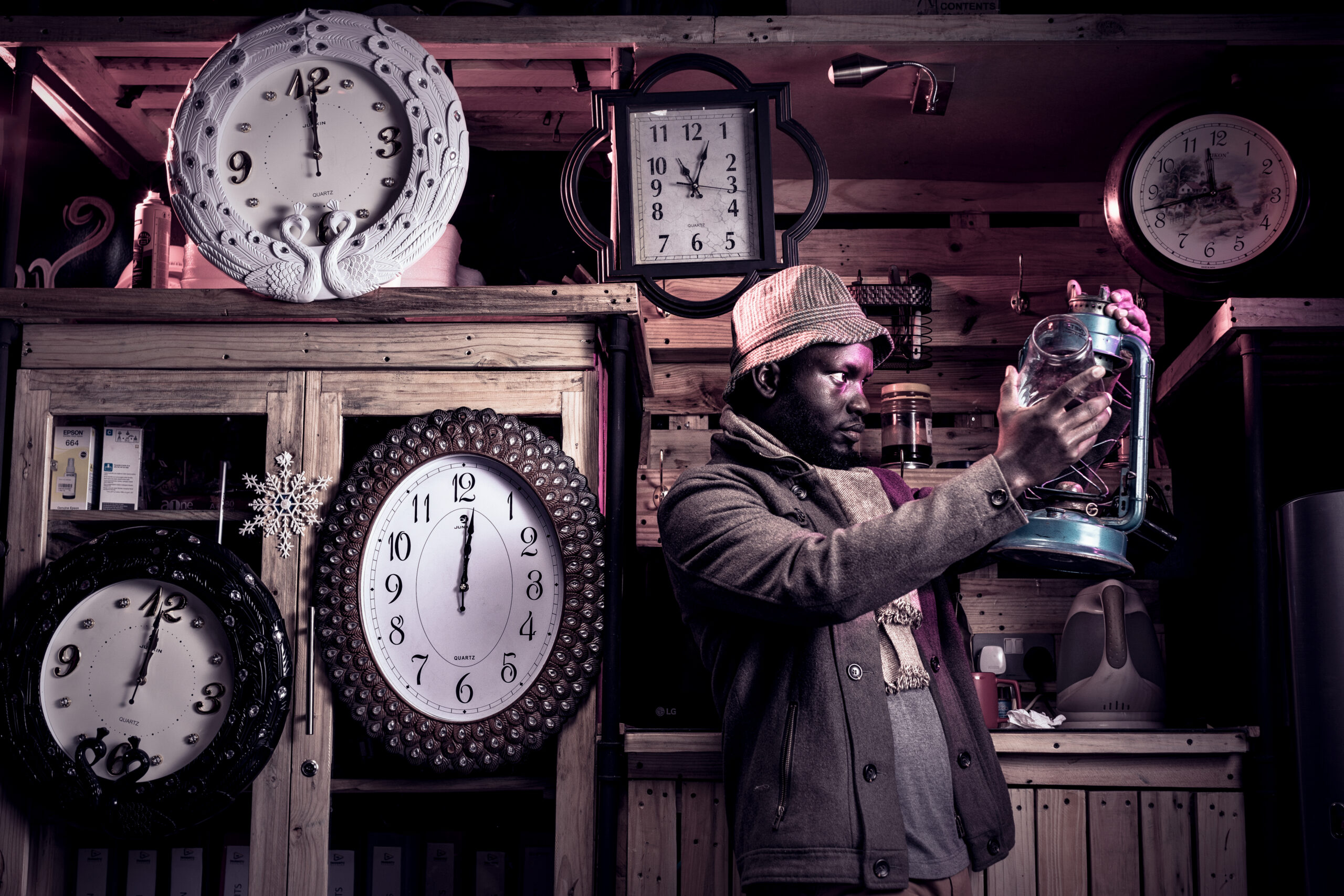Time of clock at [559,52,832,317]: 11:03
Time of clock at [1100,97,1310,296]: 11:42
